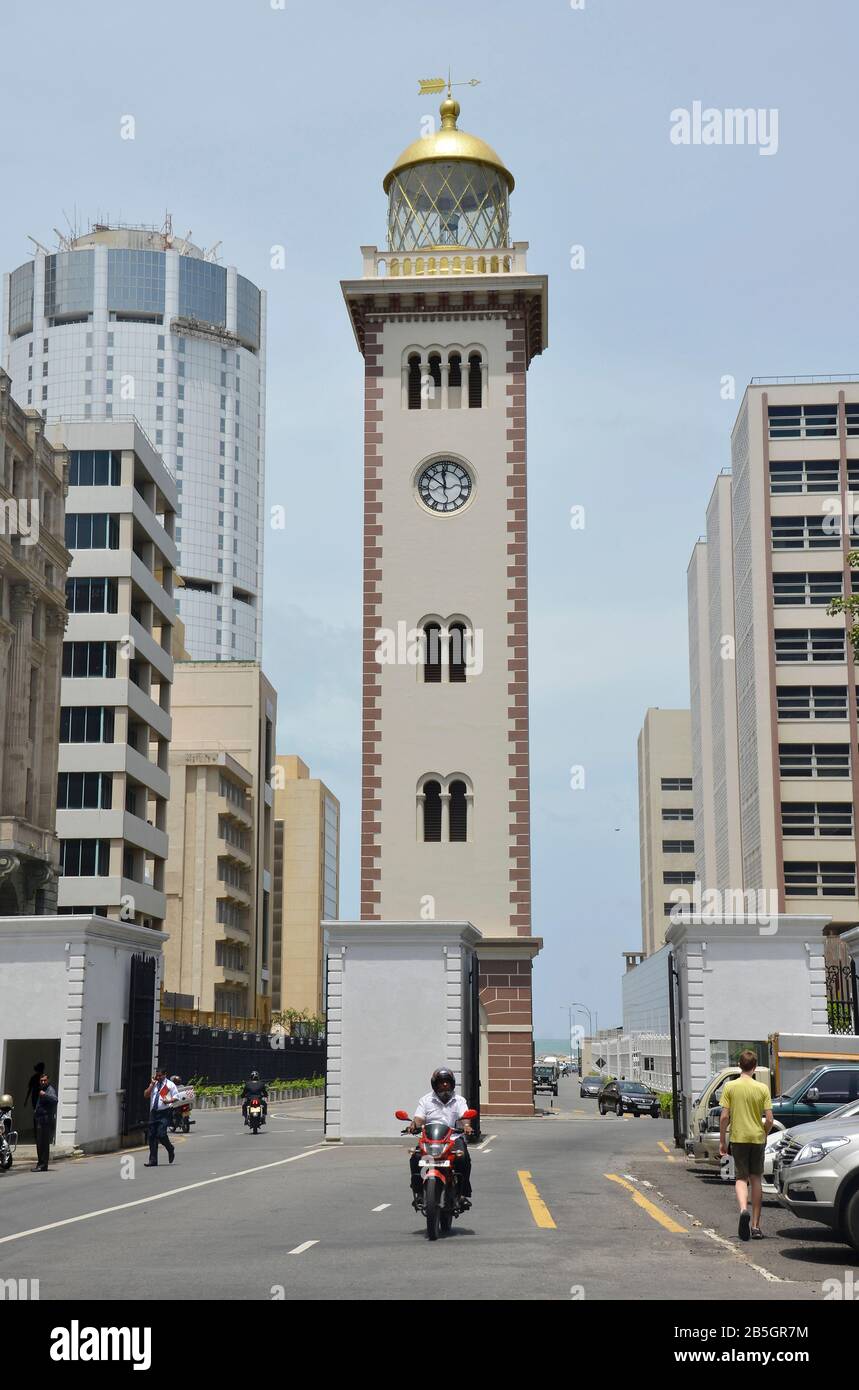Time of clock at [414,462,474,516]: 11:50
